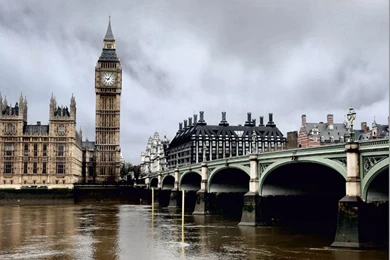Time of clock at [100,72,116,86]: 9:05
